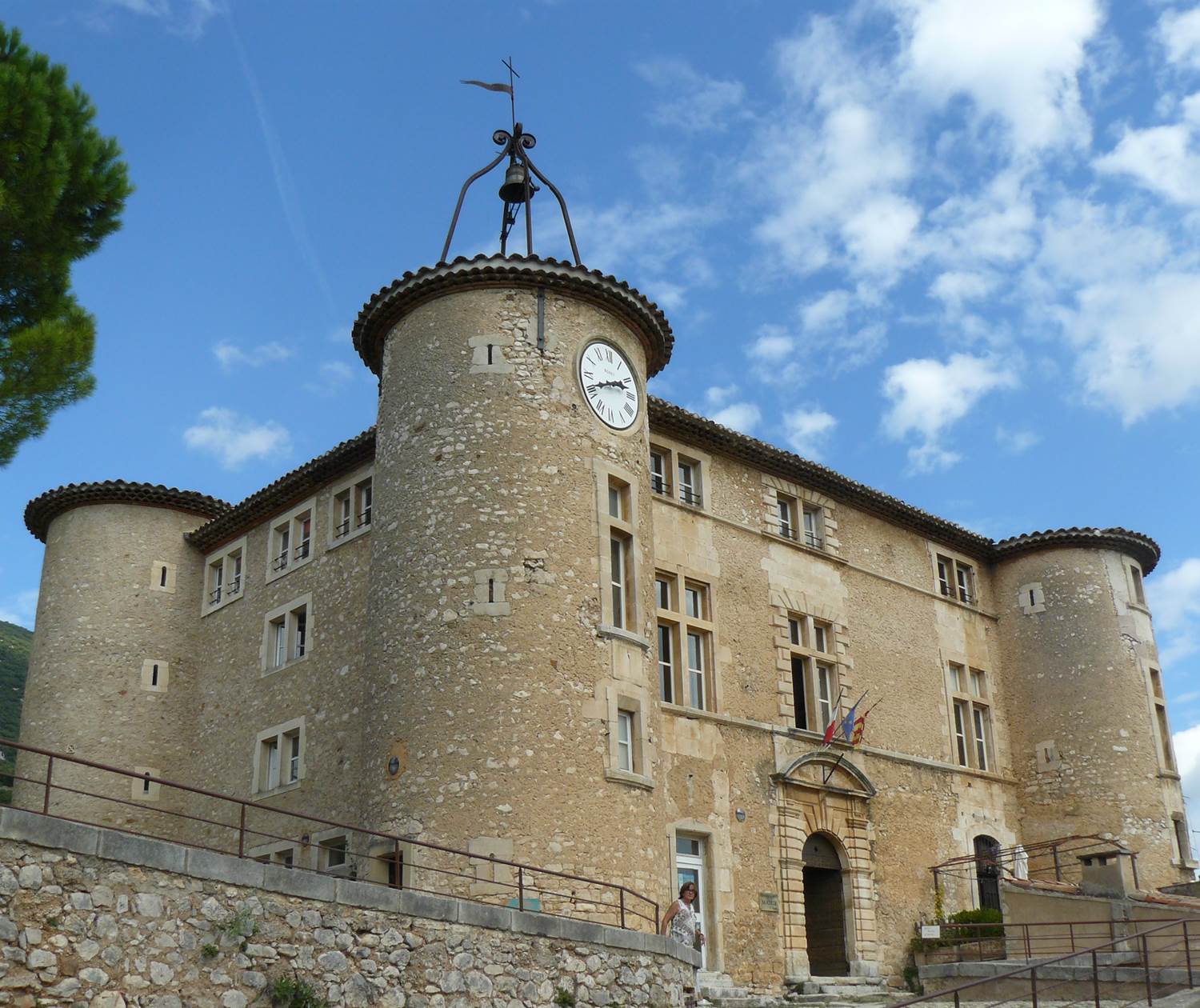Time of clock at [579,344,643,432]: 2:41
